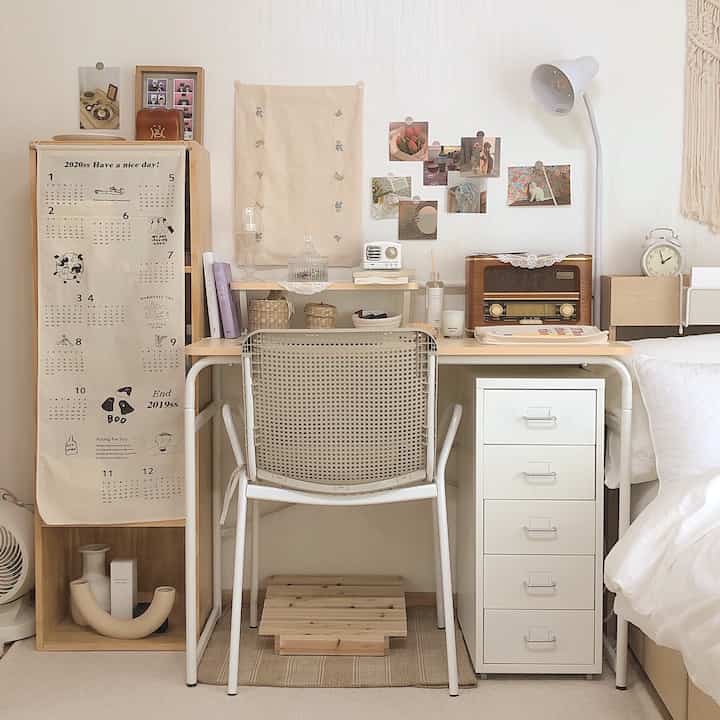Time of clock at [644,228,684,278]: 1:58
